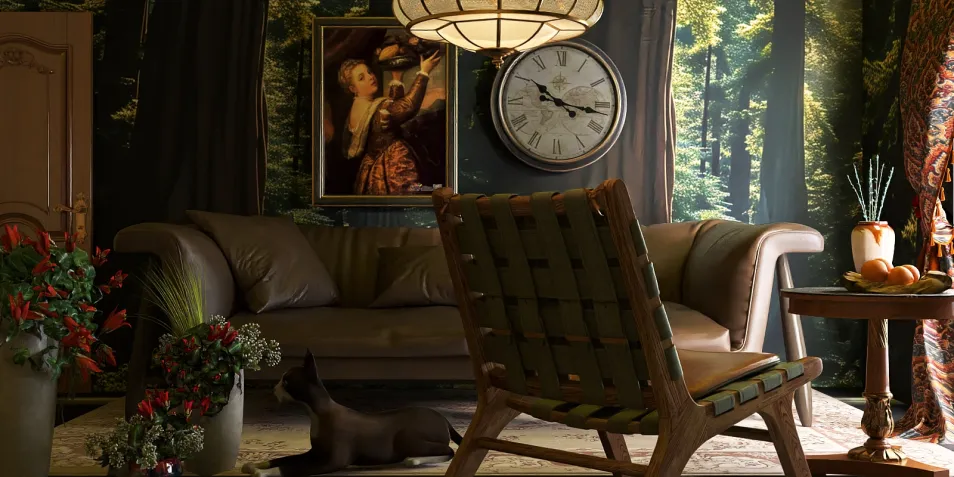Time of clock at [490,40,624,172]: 10:16
